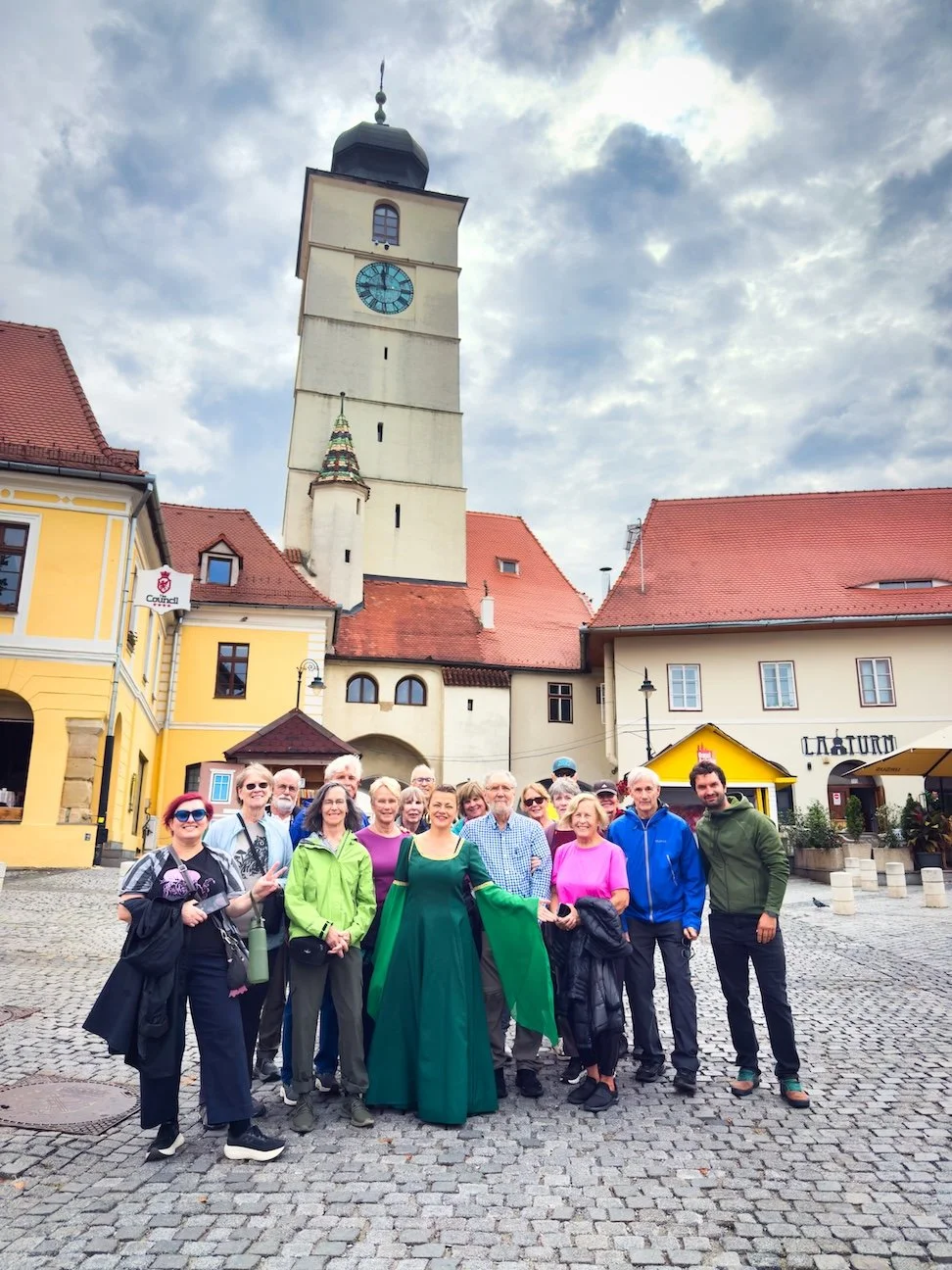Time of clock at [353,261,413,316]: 11:44
